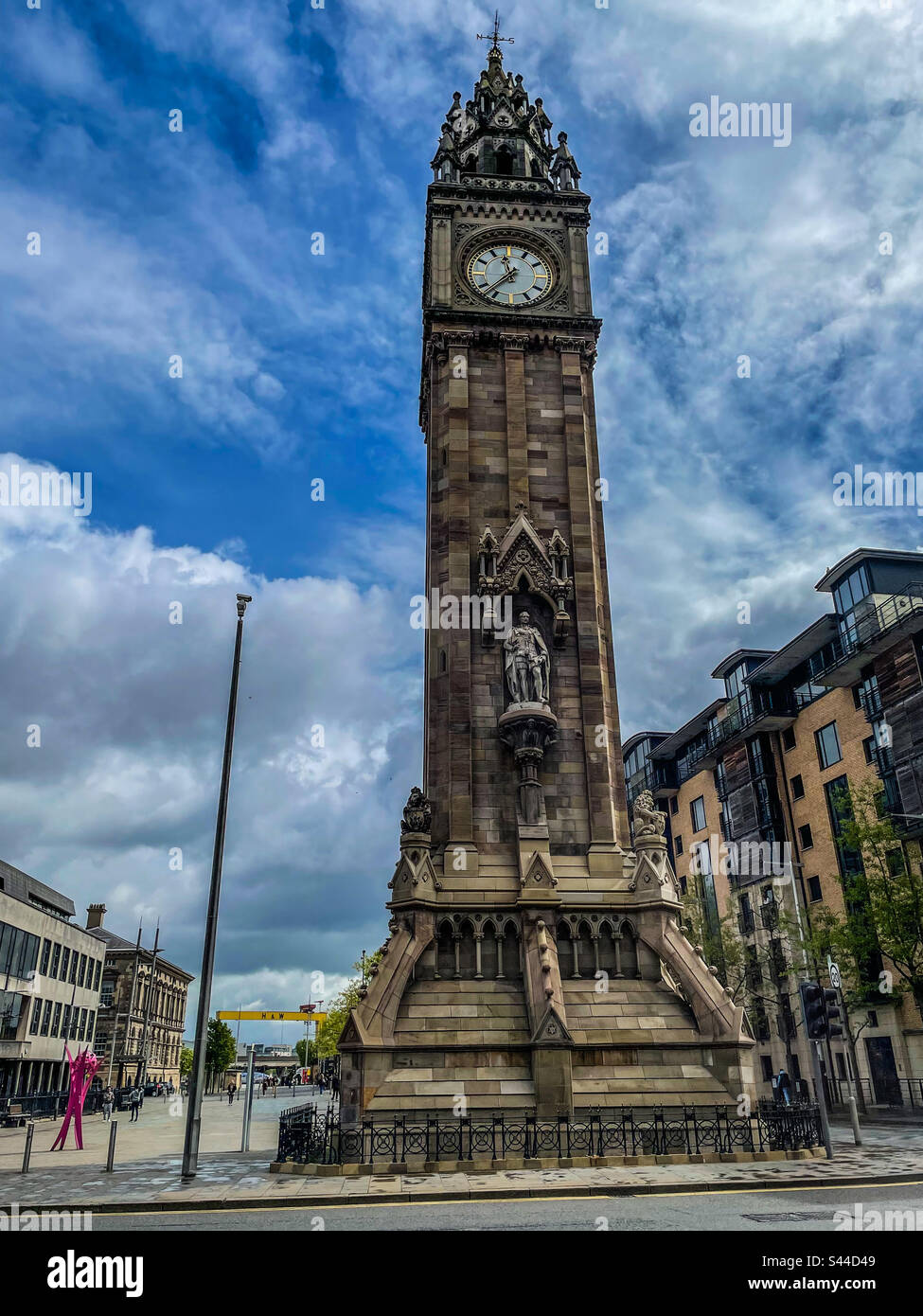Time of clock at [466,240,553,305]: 11:37
